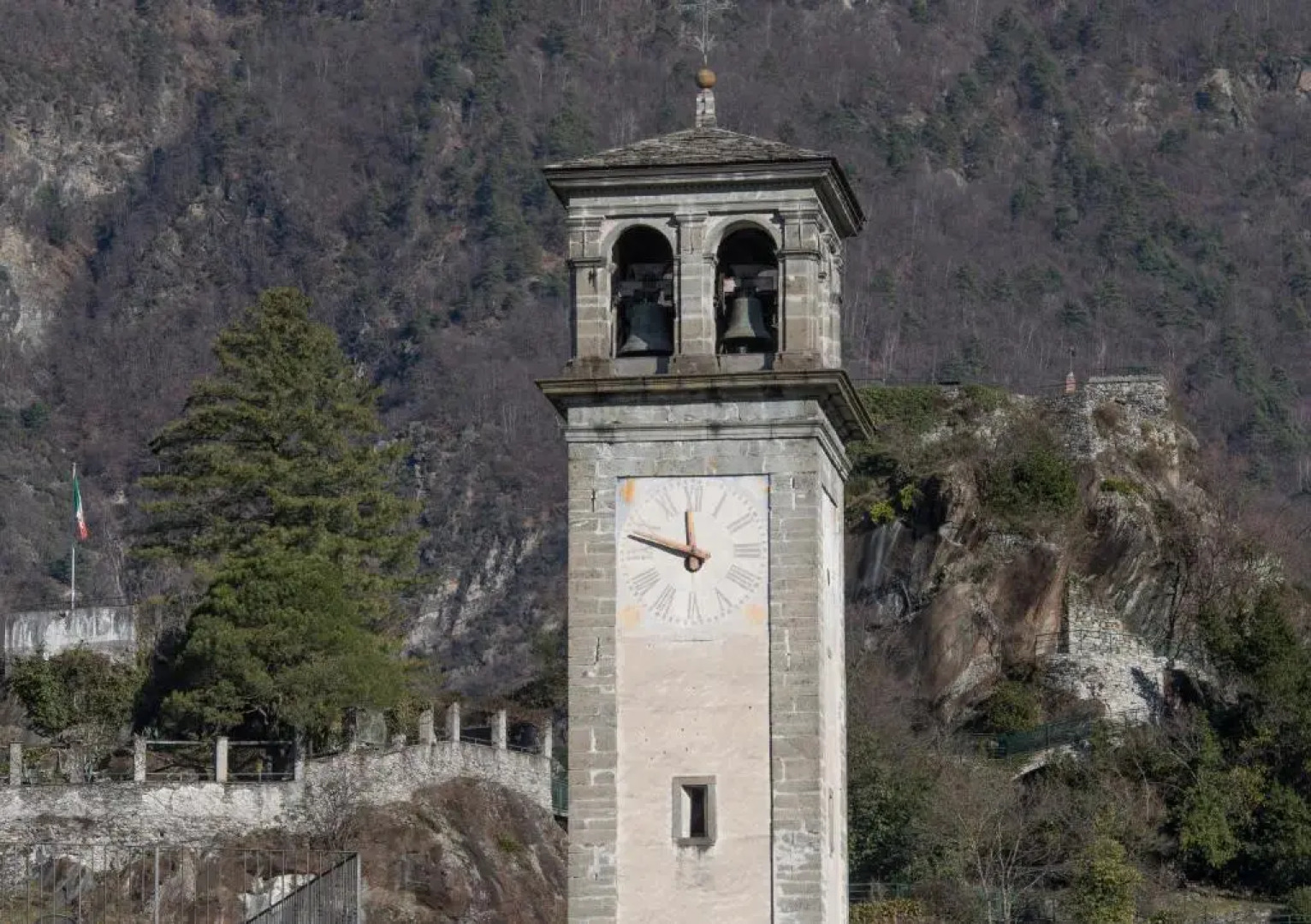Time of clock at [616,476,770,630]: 11:47
